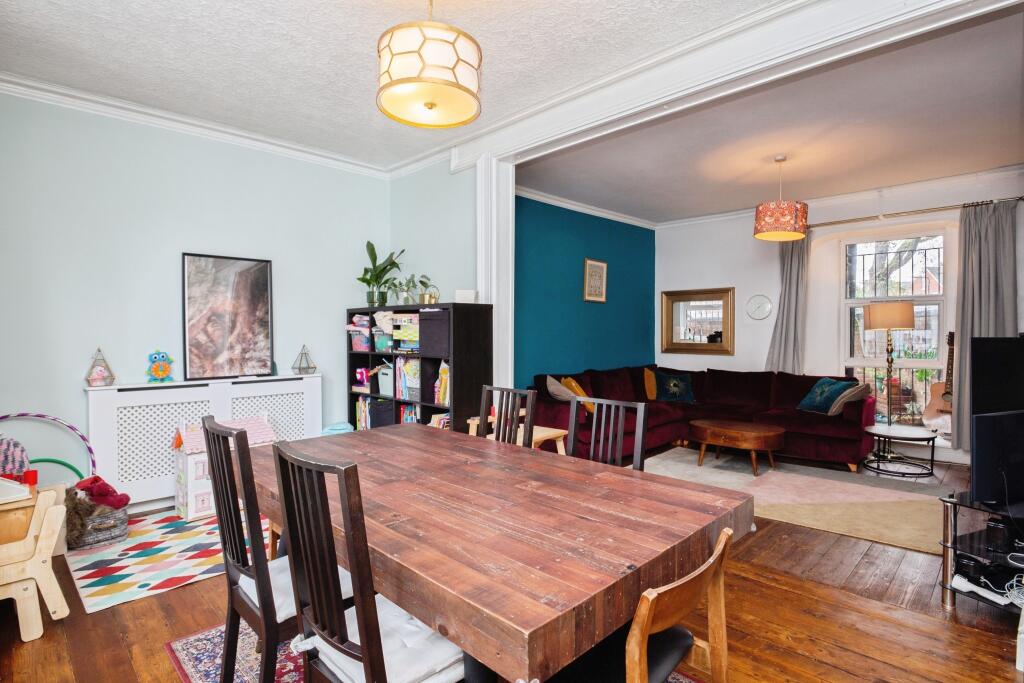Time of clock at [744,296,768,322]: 1:37
